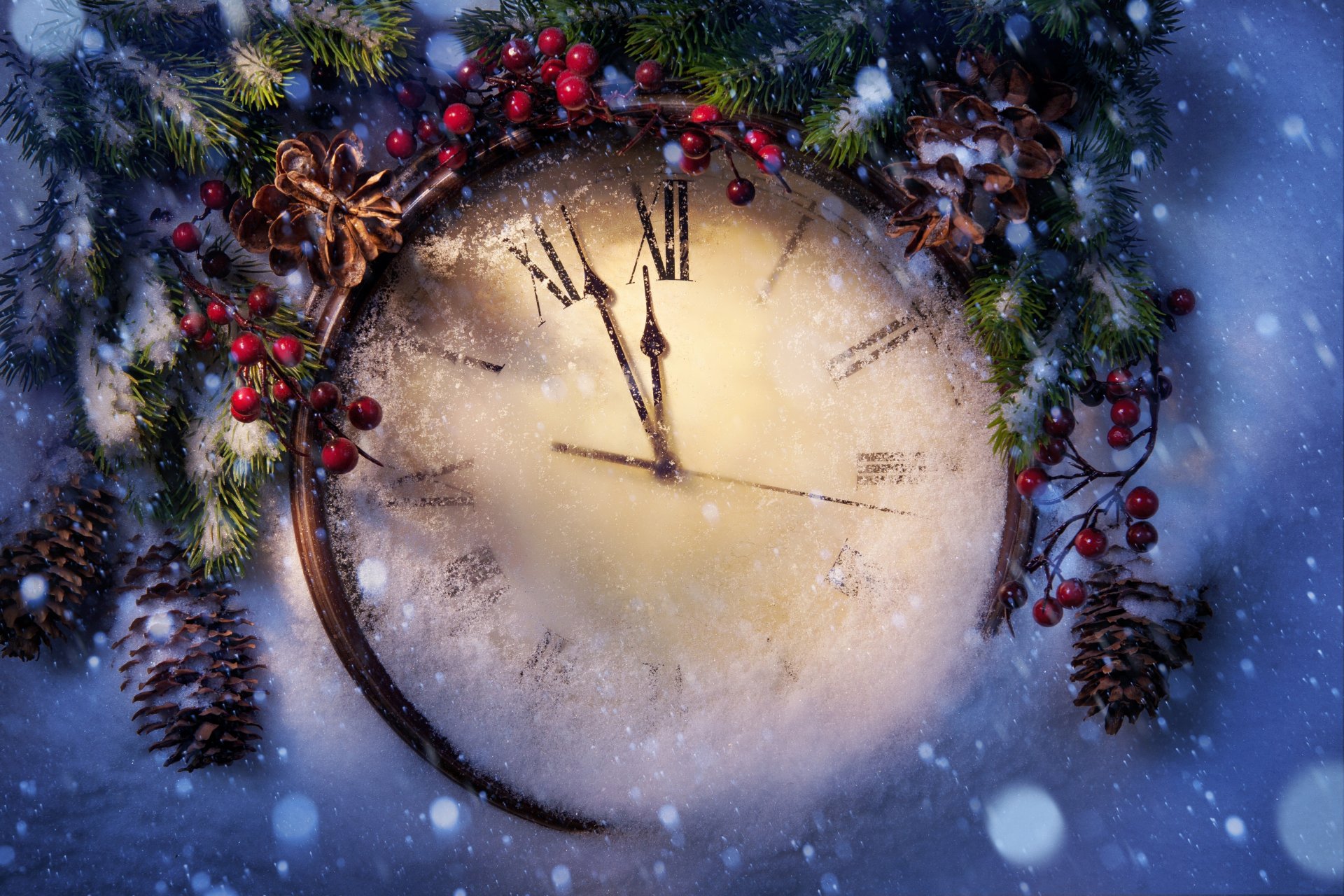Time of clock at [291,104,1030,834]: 11:56
